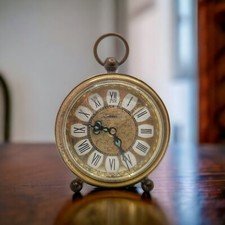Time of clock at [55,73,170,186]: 9:25
